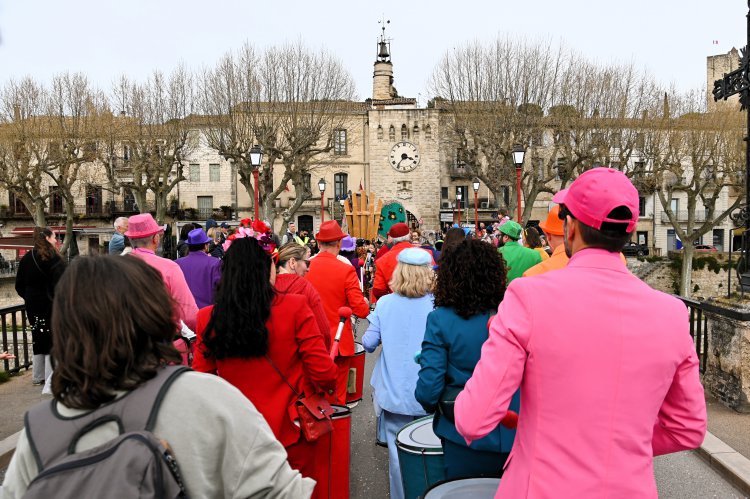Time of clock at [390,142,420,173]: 3:36
